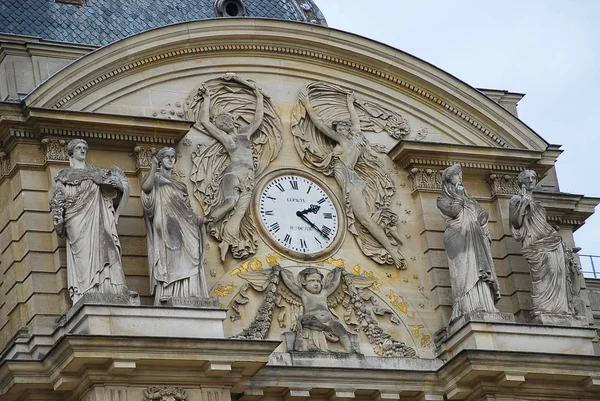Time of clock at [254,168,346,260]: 2:21
